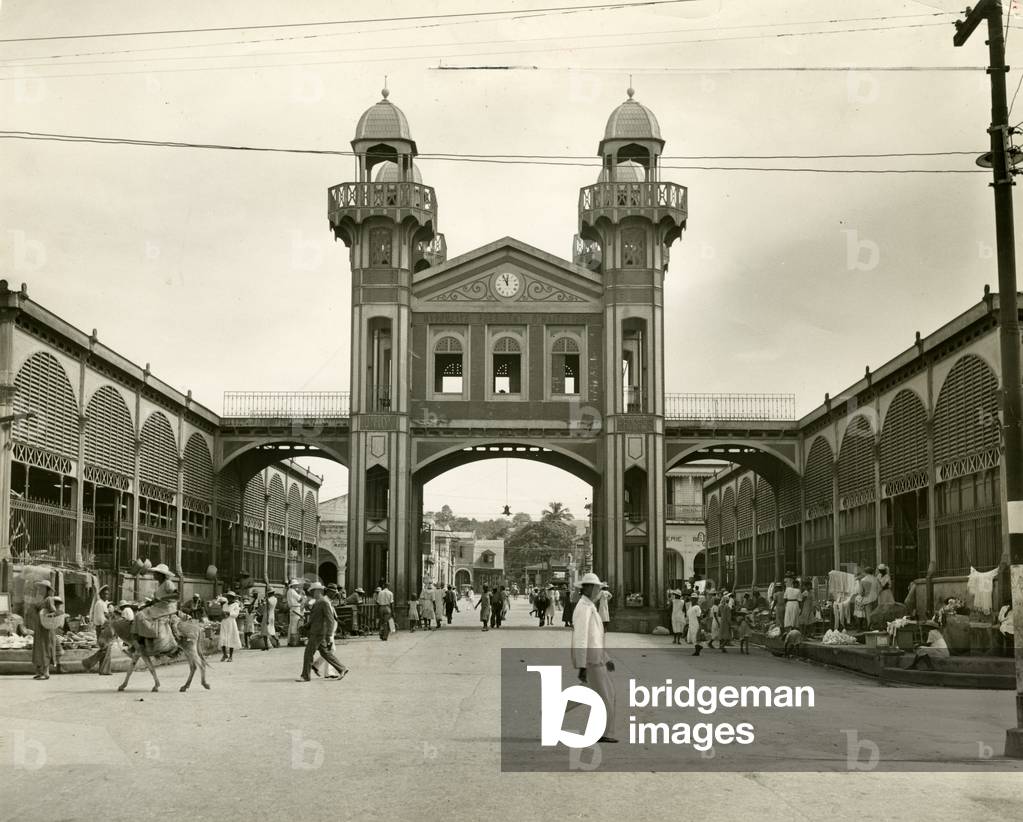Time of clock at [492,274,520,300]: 11:55
